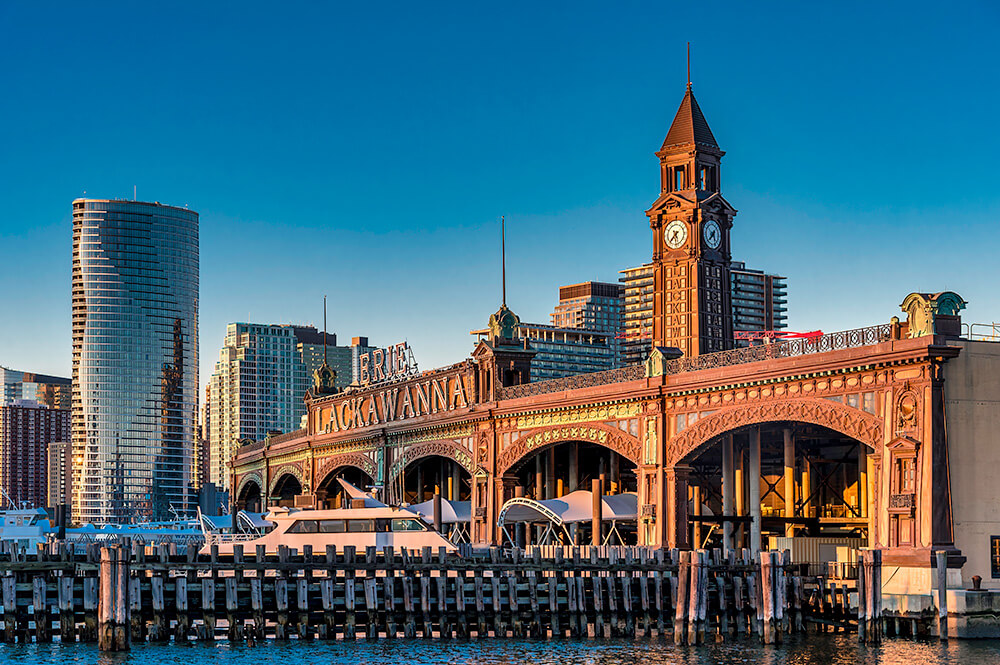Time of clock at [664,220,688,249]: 5:37
